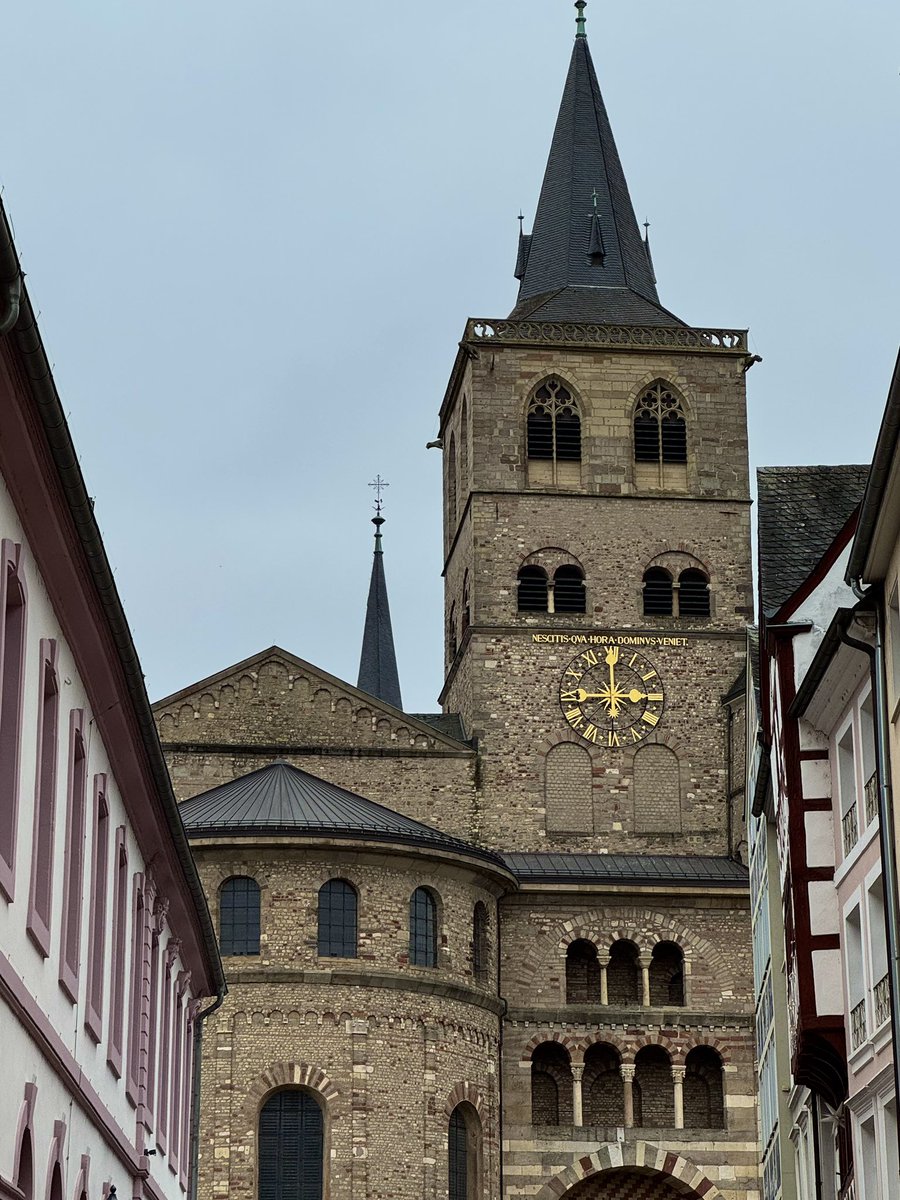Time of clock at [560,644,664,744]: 11:59
